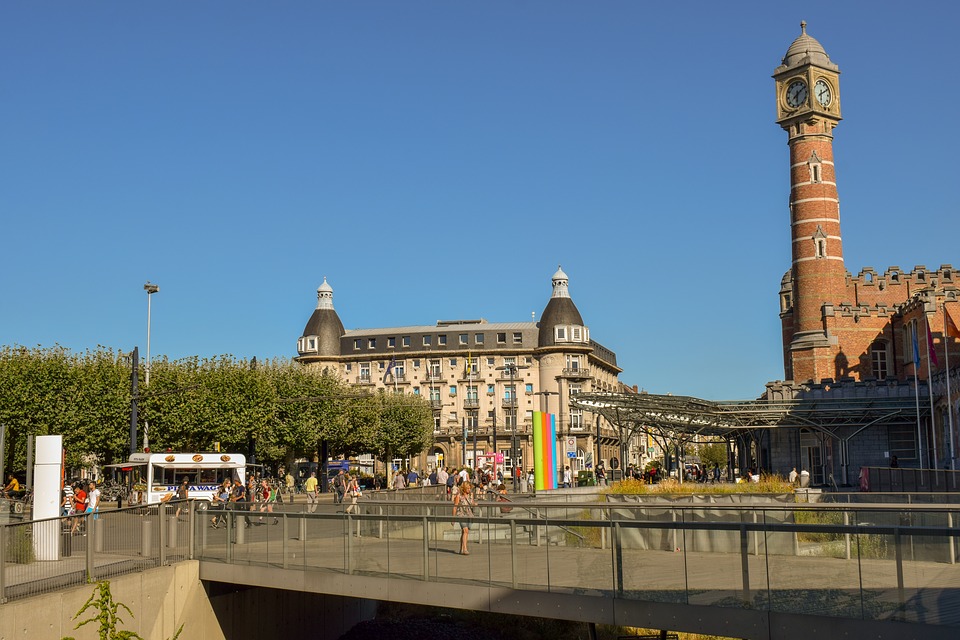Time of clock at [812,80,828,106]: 6:10
